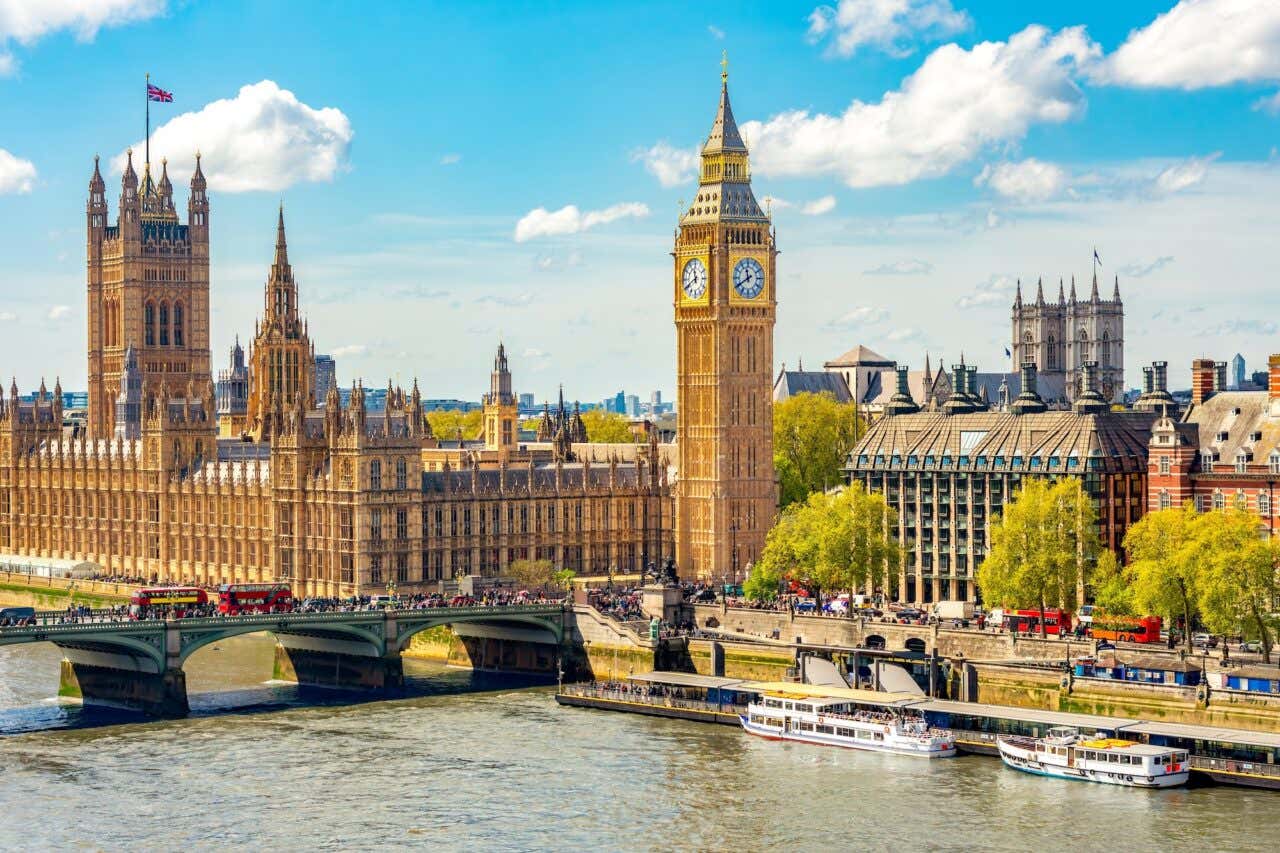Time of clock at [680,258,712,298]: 11:40
